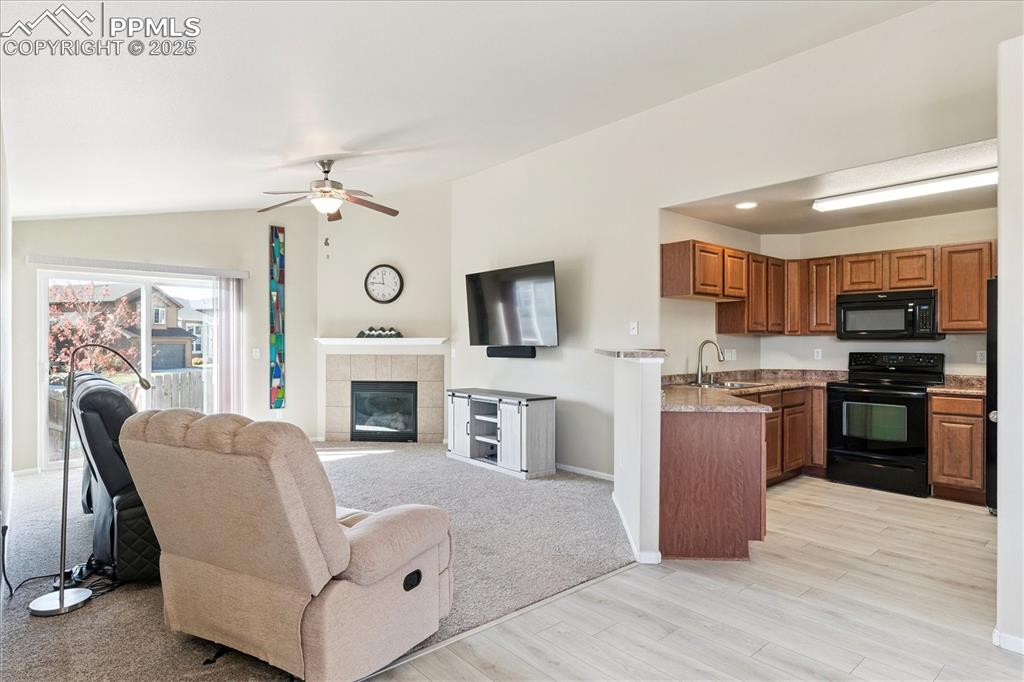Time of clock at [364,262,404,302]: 11:46
